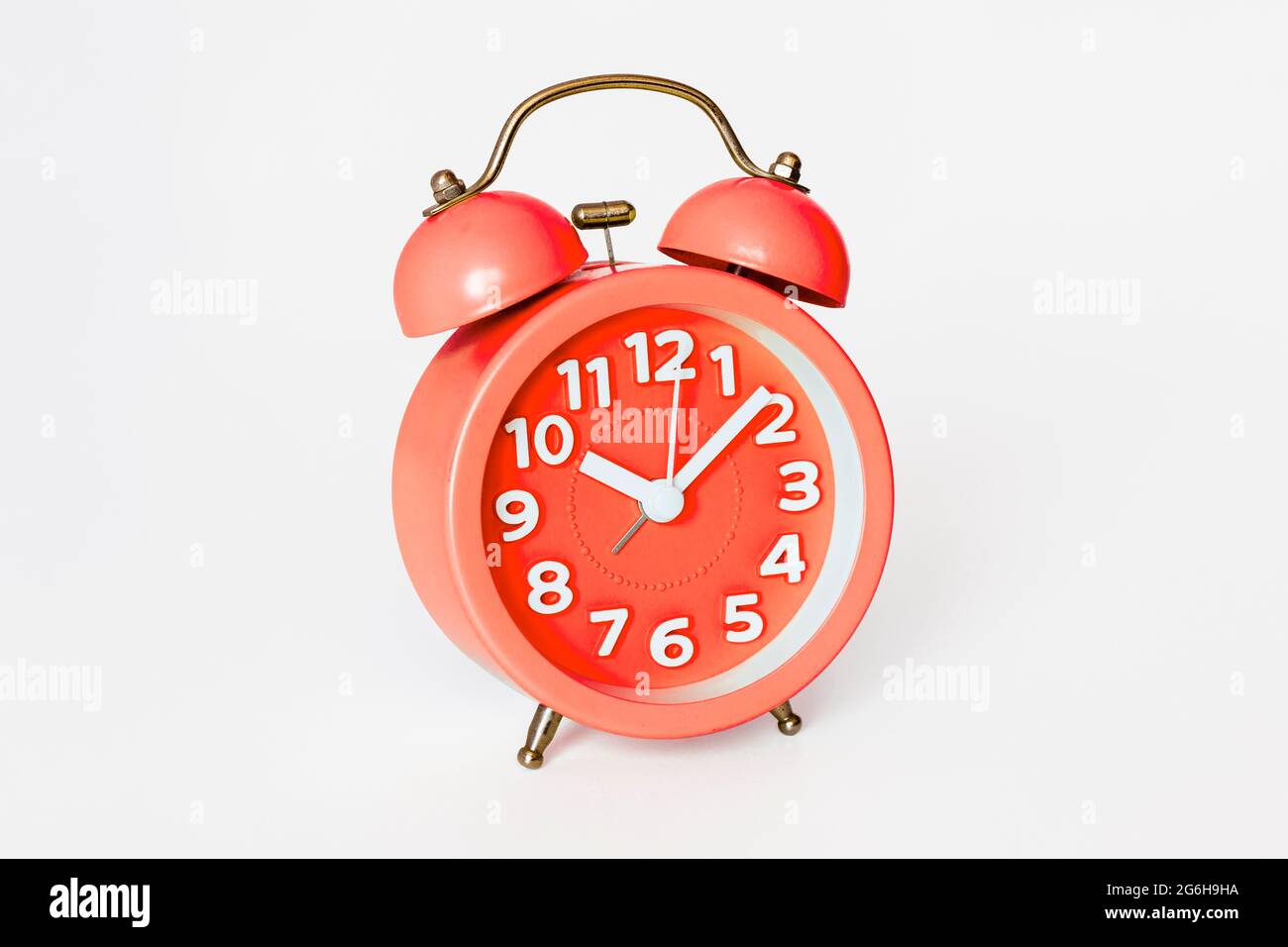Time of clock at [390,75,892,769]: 10:08
